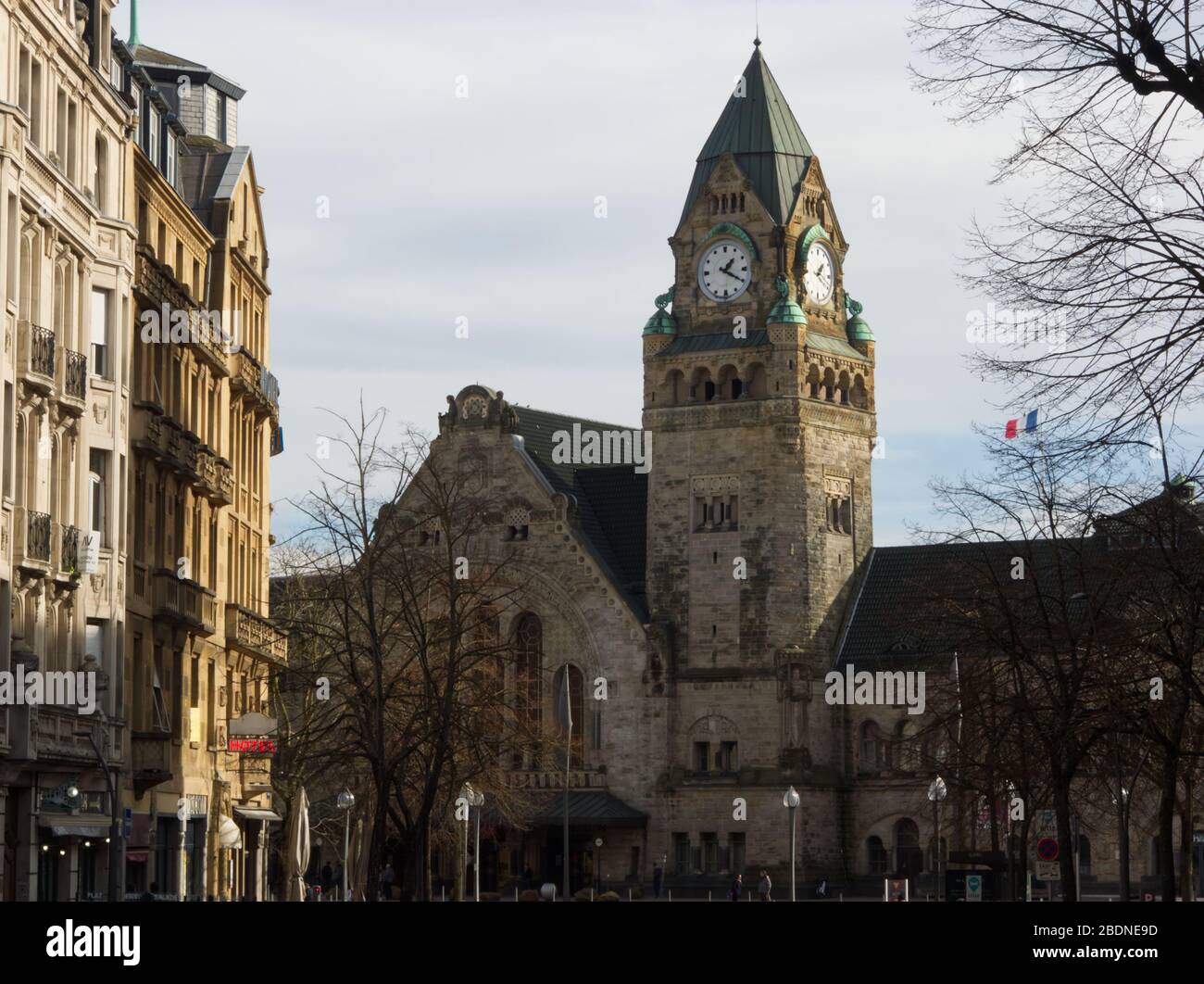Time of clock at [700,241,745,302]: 1:20
